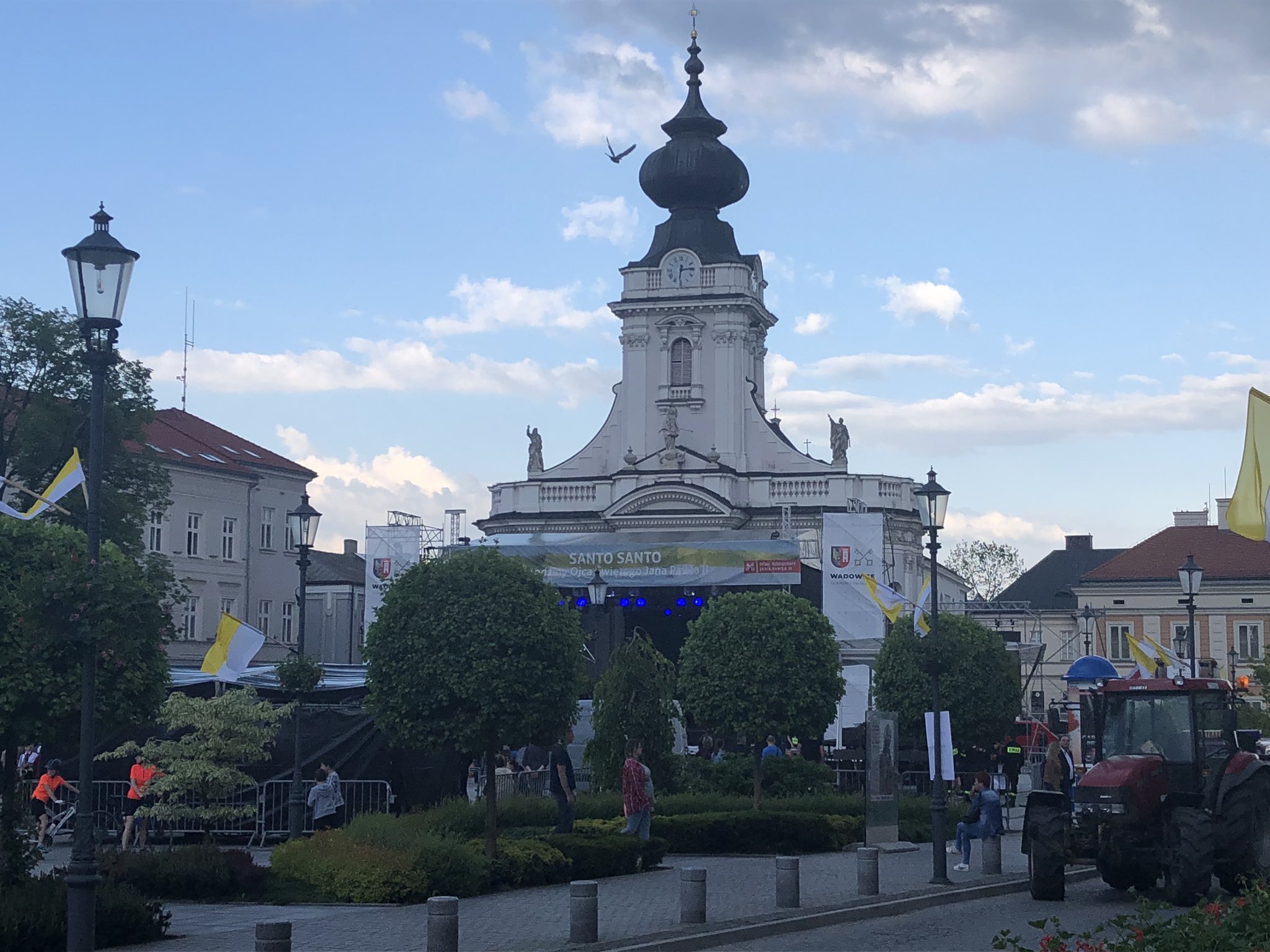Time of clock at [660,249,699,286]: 6:14
